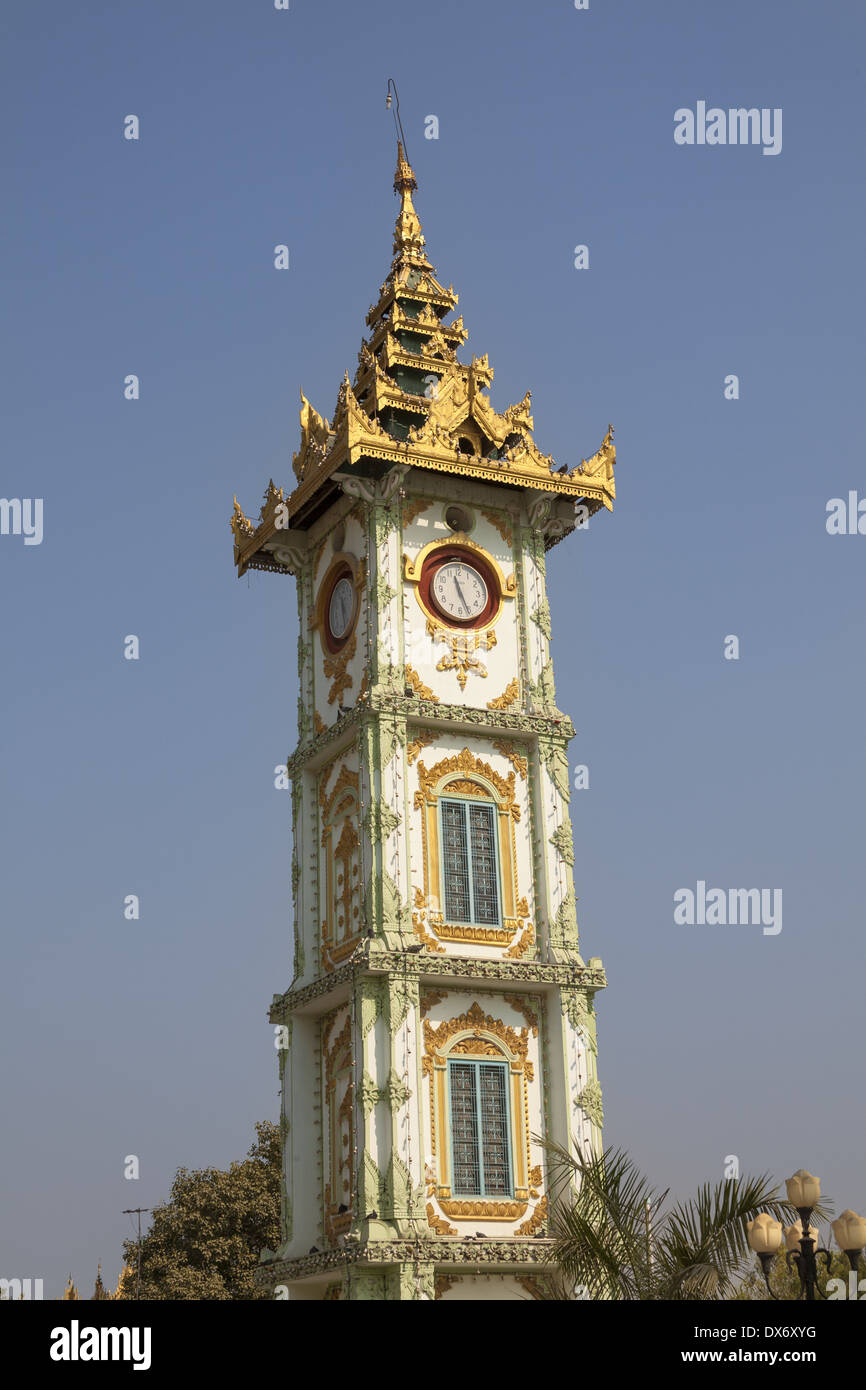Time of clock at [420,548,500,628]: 11:26
